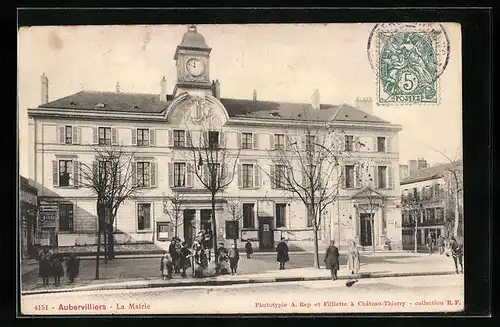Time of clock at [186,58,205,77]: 11:48
